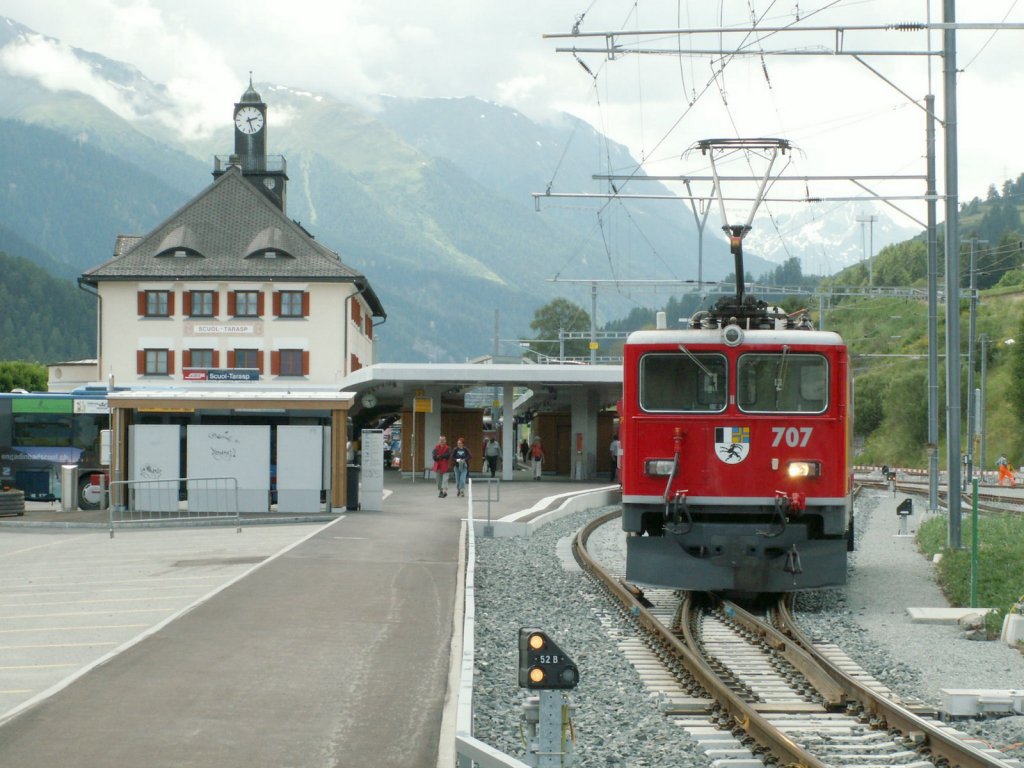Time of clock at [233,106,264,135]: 2:27
